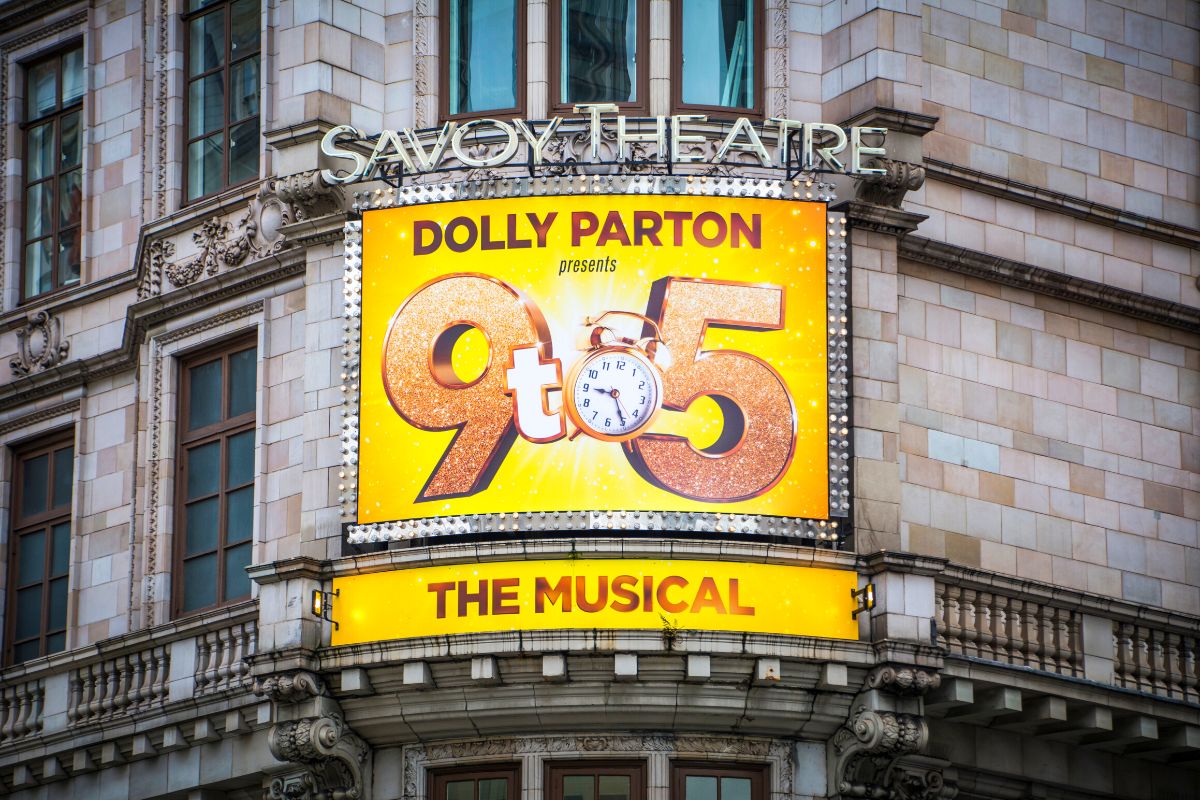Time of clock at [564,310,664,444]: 9:25
